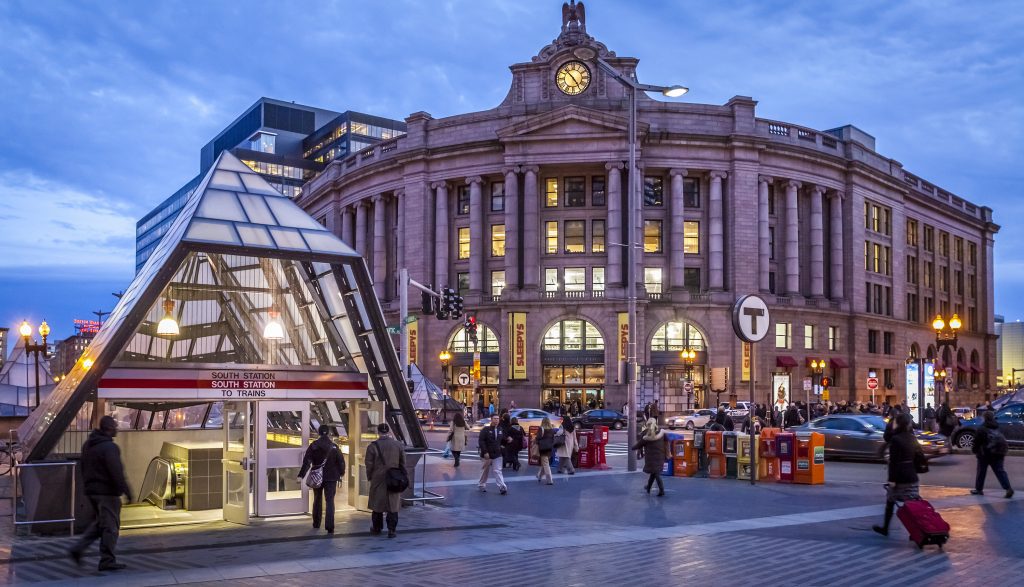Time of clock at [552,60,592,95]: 4:52
